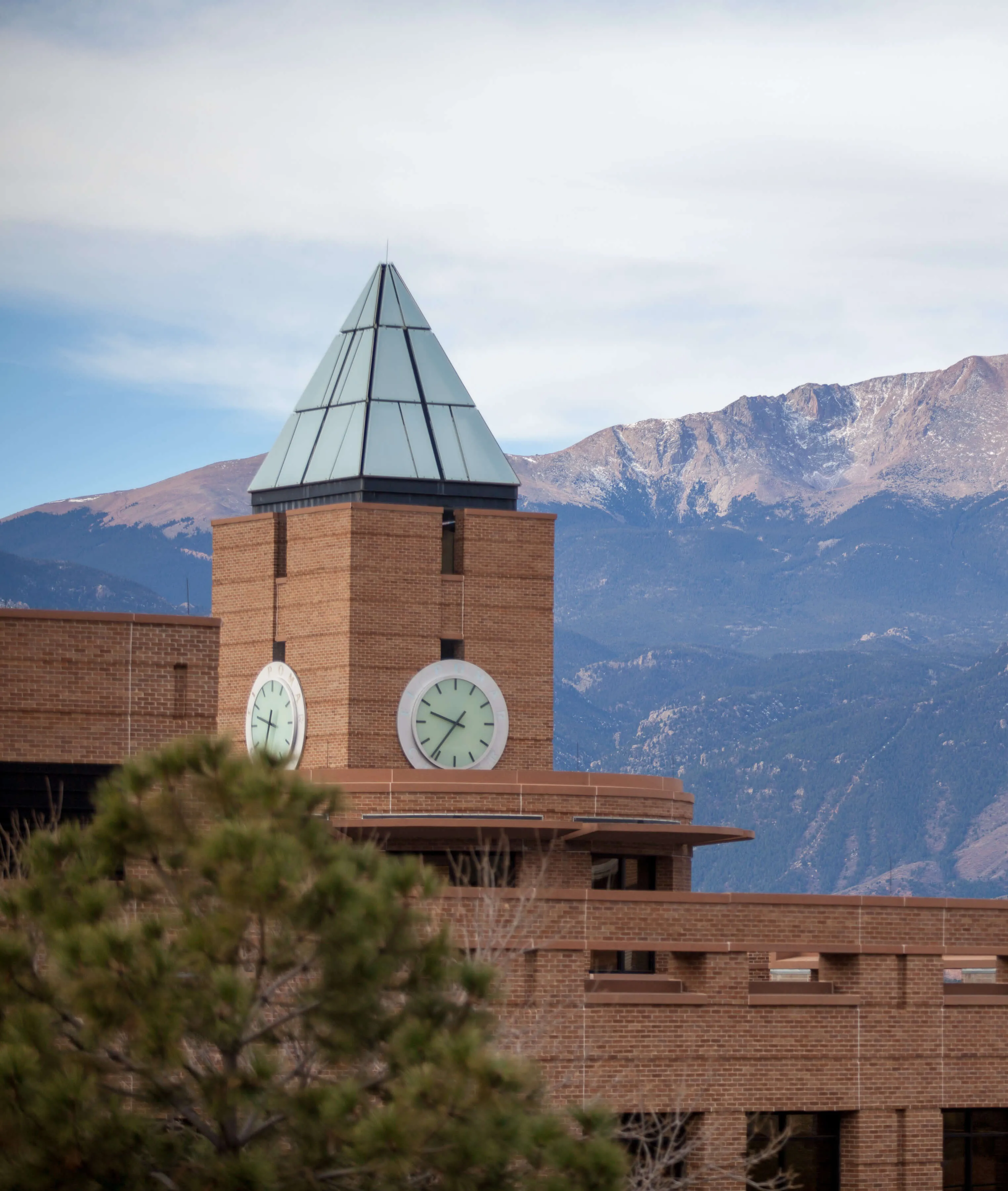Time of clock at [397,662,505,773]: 9:36
